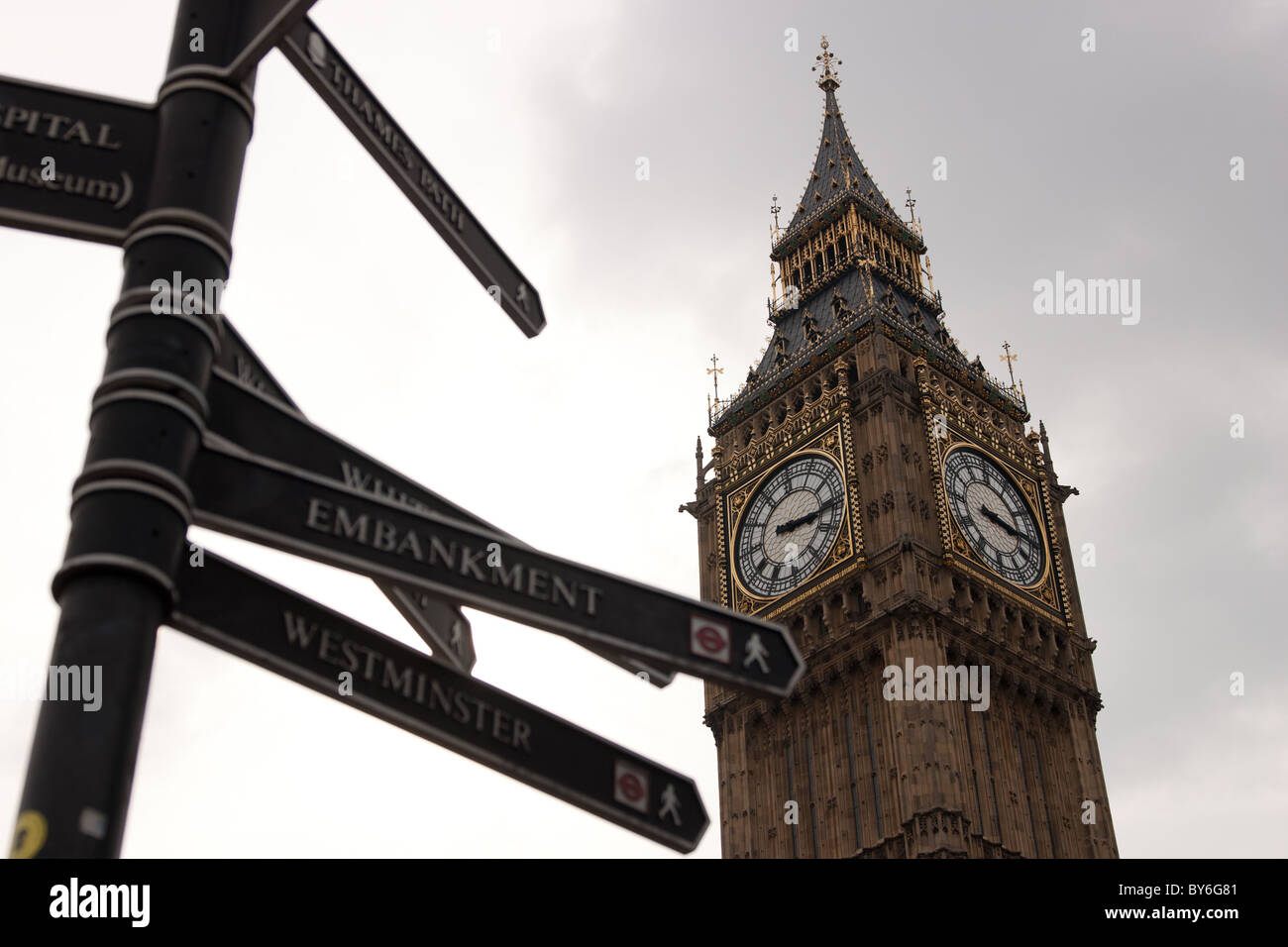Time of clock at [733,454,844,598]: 3:15
